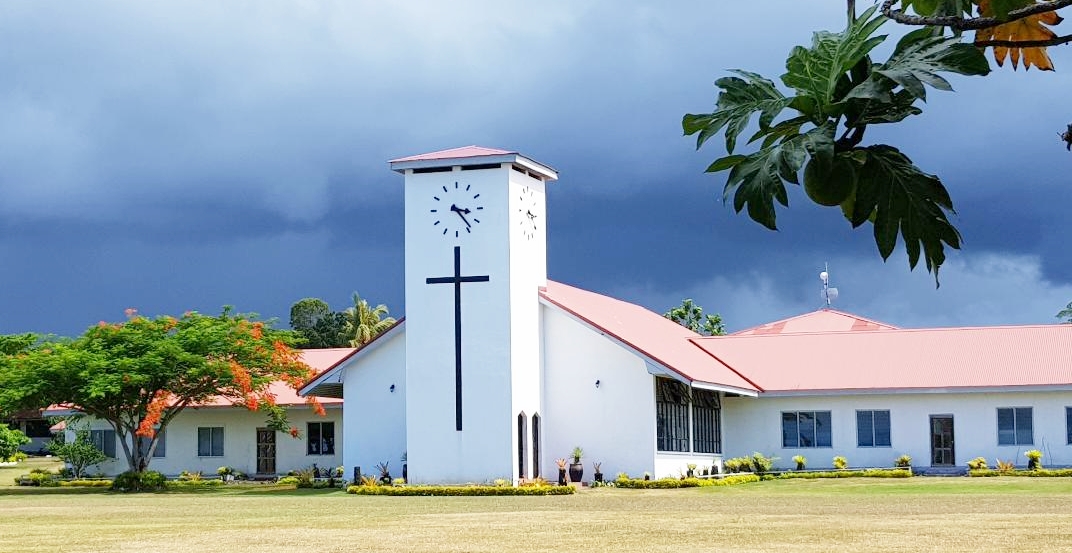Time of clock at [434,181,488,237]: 3:23
